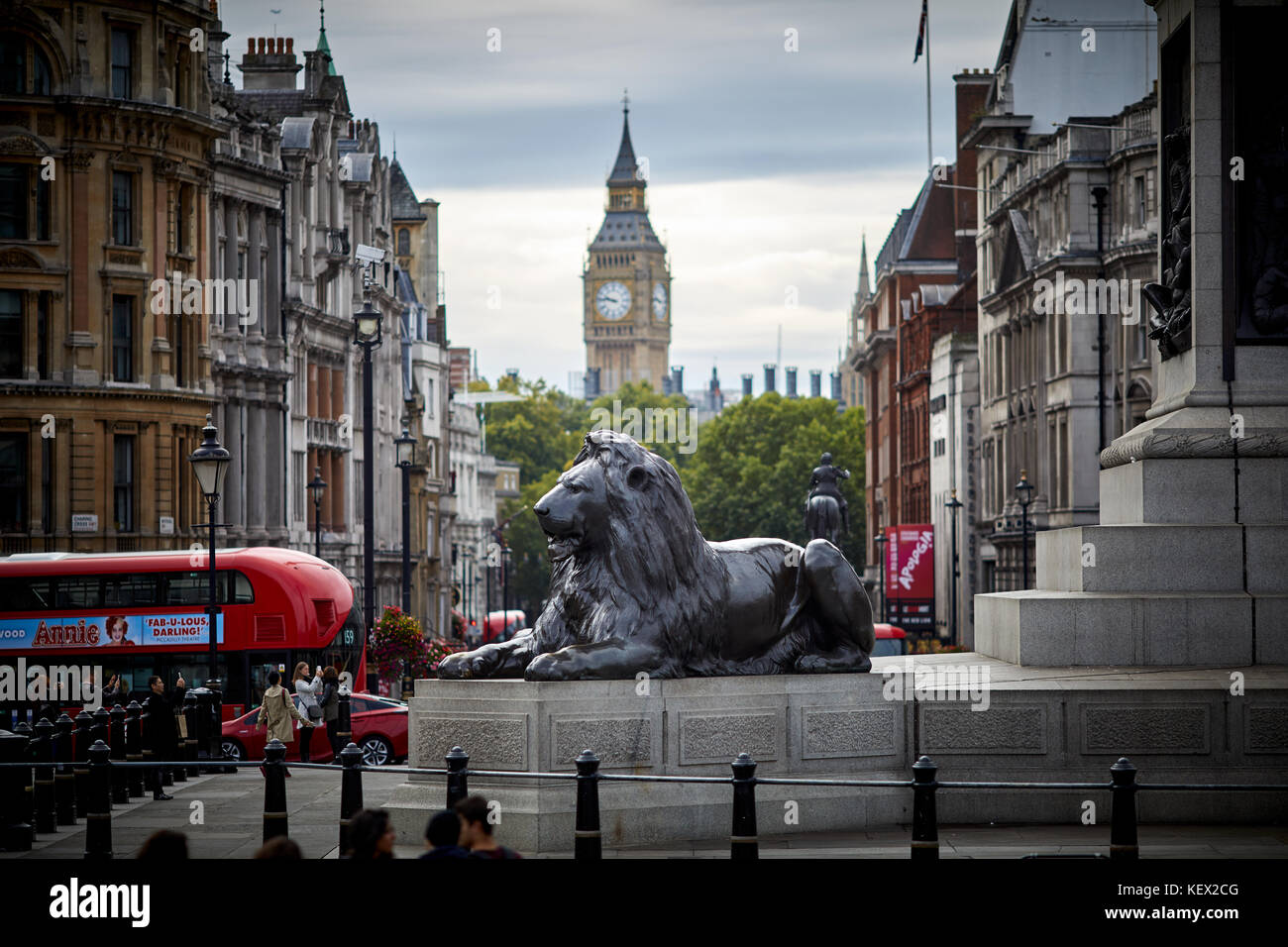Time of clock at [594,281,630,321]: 9:46
